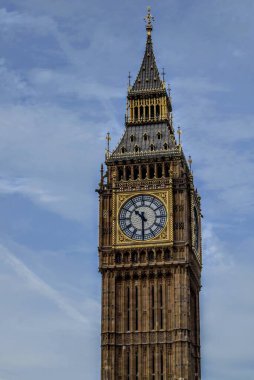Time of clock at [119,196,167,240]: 10:30
